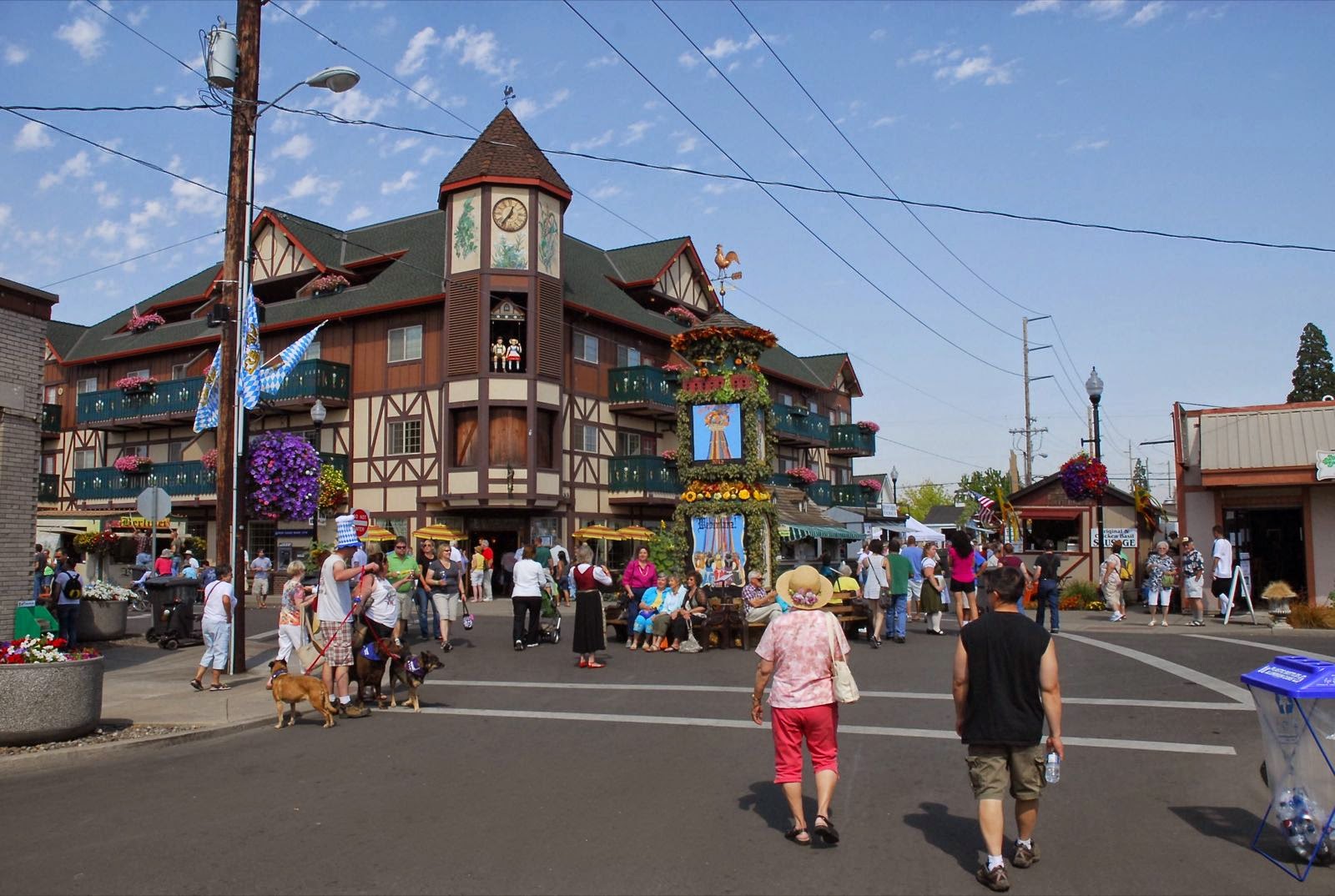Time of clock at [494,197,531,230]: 12:36
